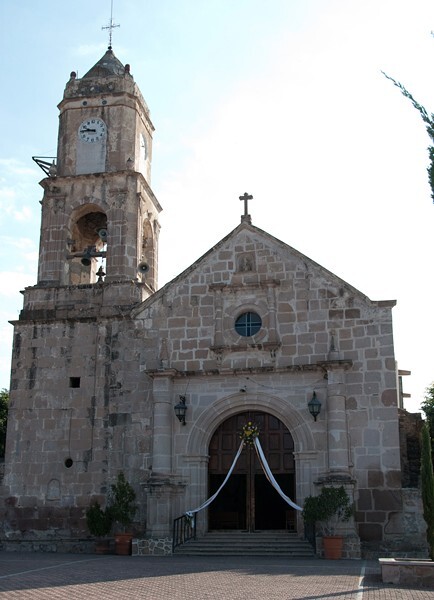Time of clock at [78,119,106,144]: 9:45
